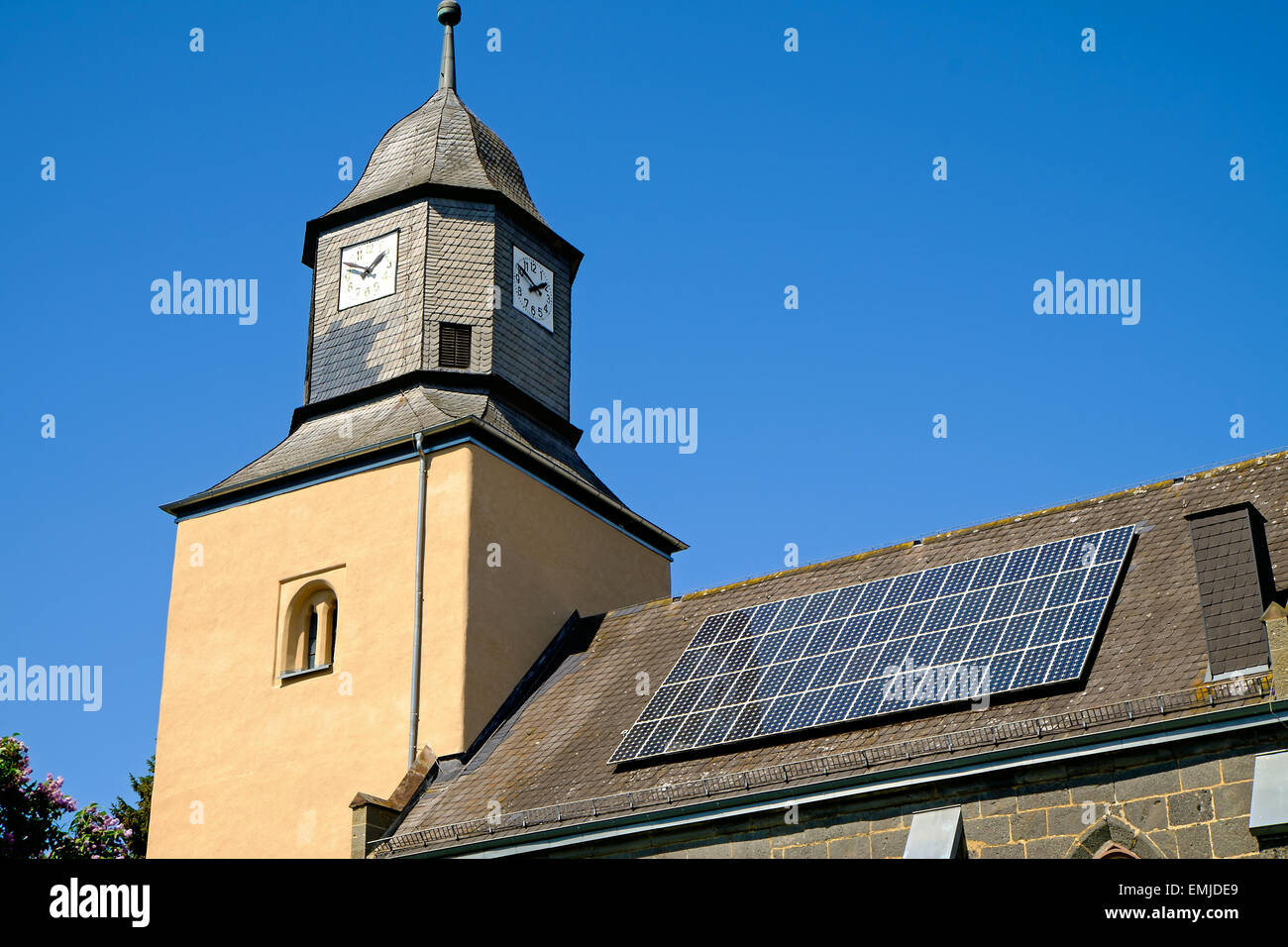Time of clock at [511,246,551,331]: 1:50
